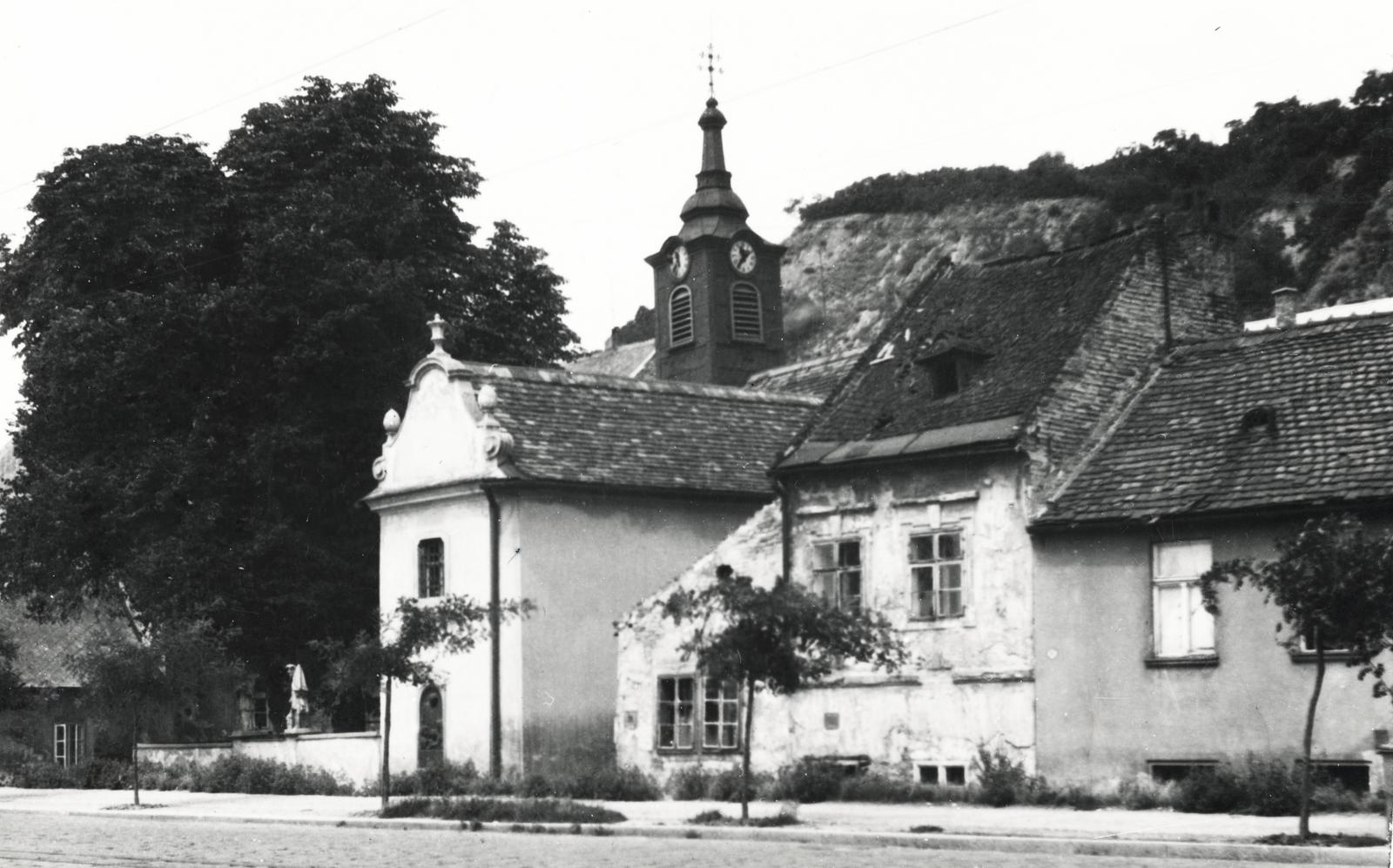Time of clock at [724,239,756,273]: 11:36
